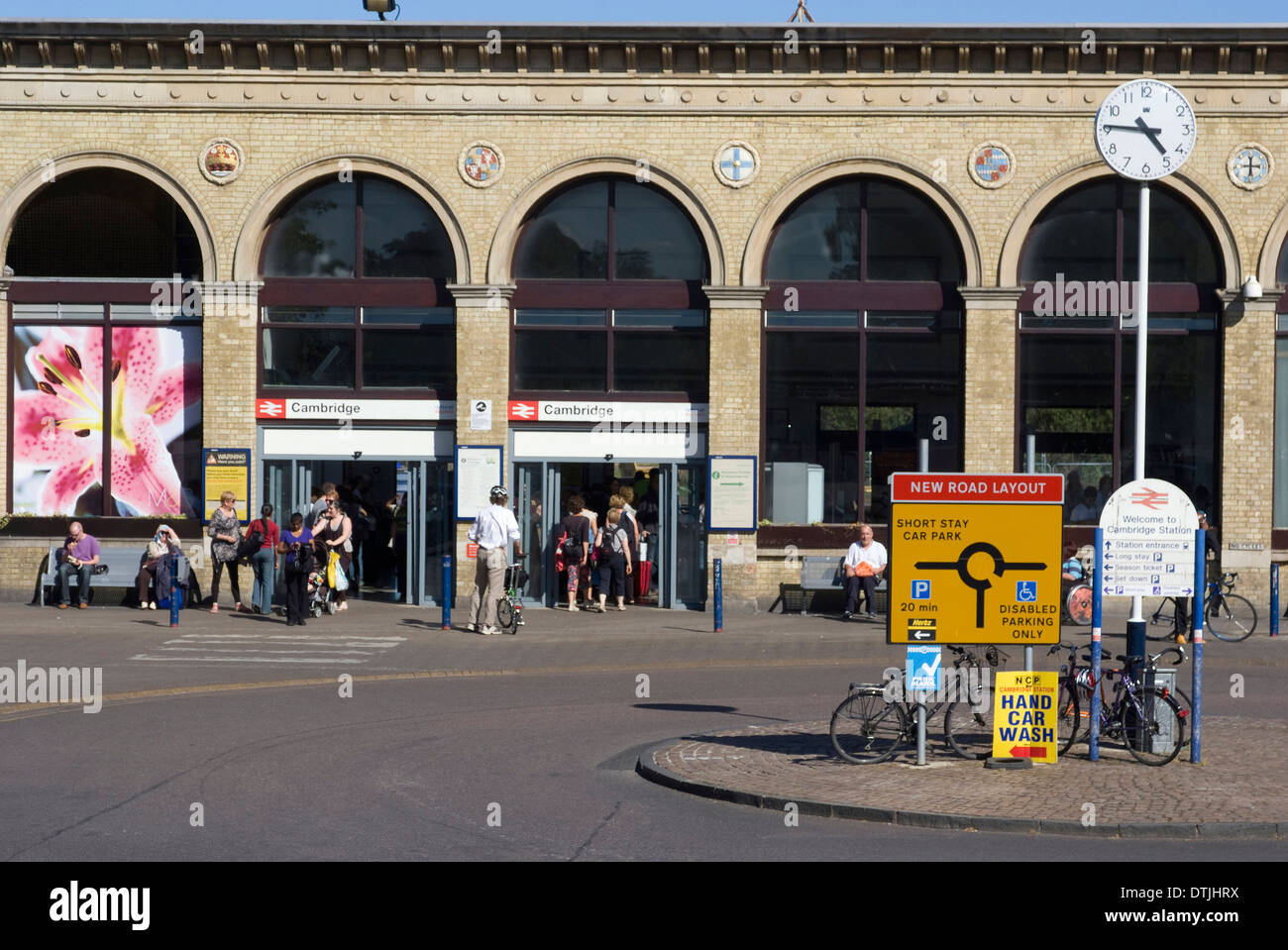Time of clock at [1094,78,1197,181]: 4:45
